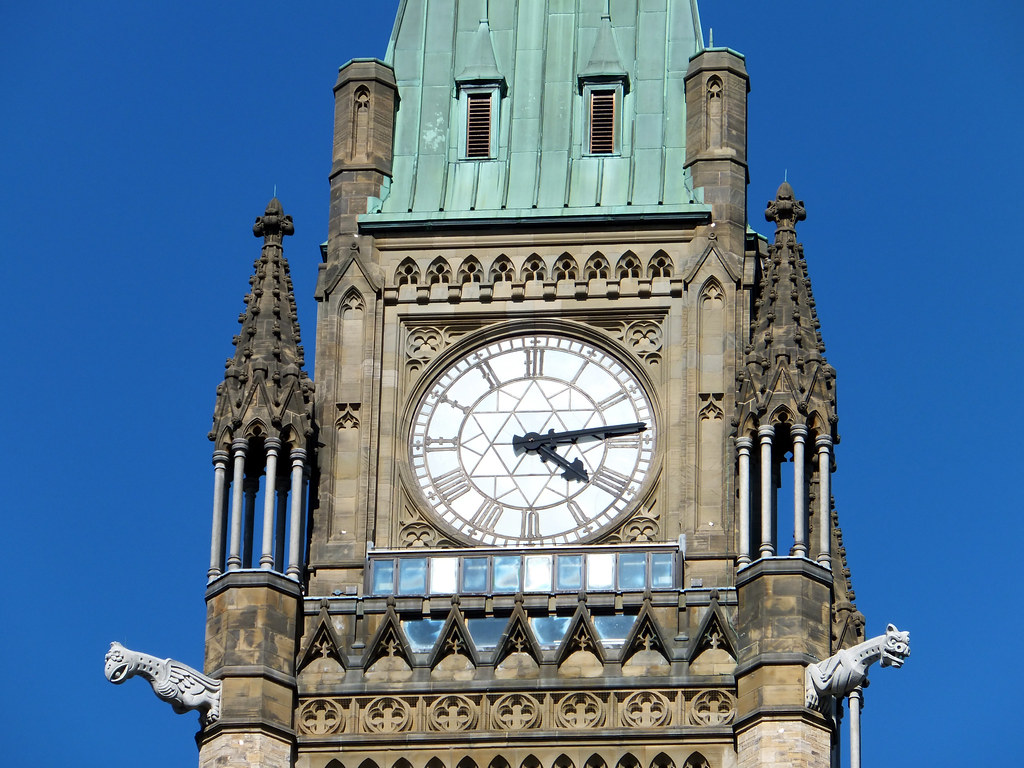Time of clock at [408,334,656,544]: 4:13
